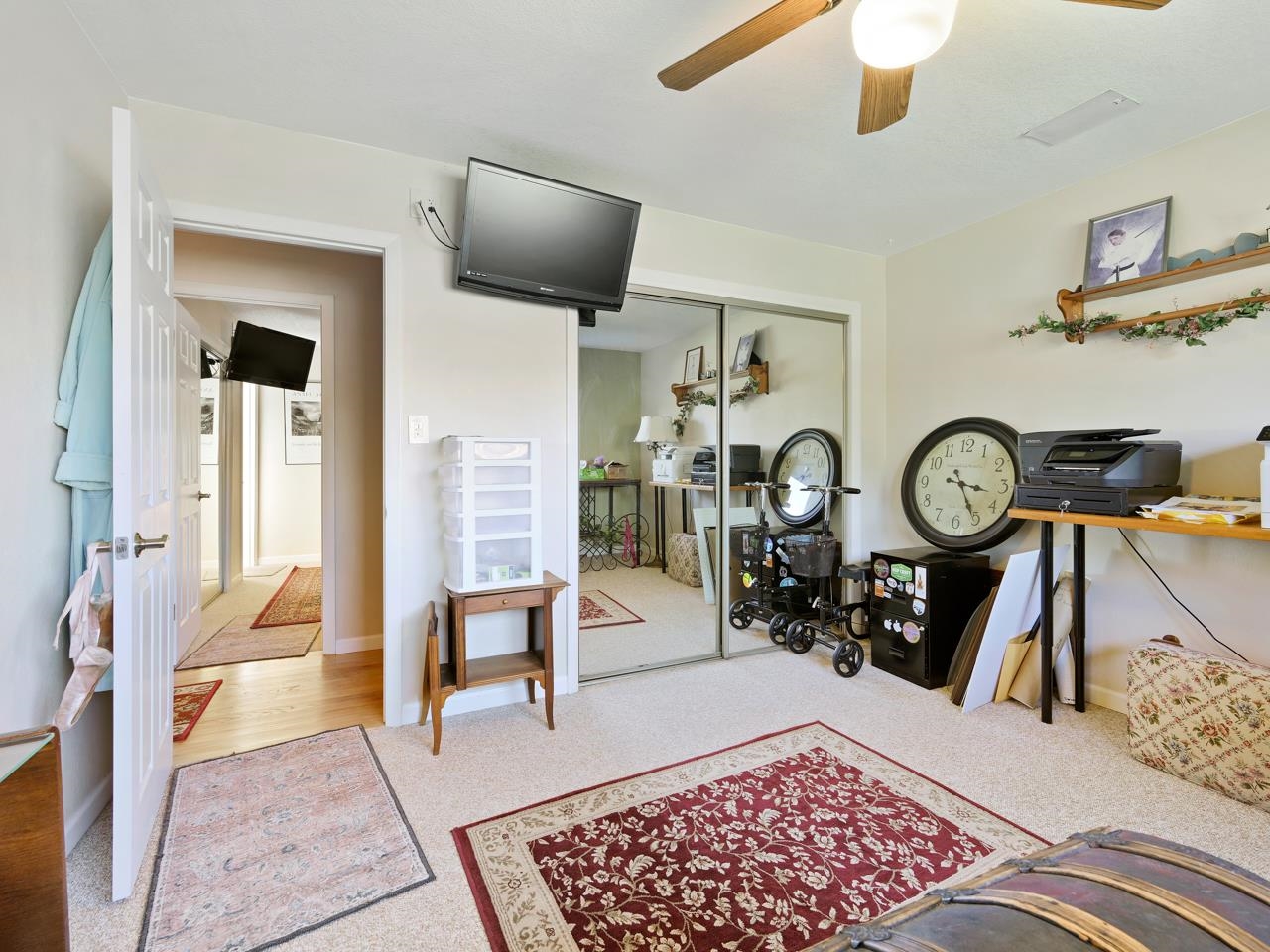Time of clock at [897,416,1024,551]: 3:25
